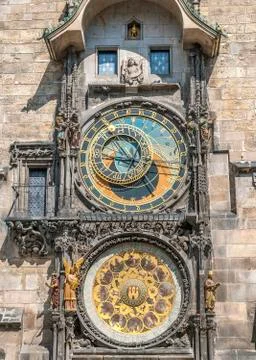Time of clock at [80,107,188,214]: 8:53
